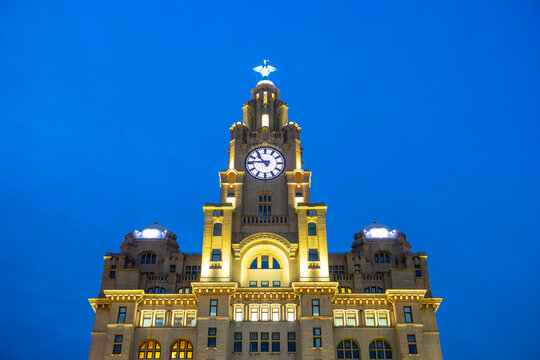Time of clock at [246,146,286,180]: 10:46
